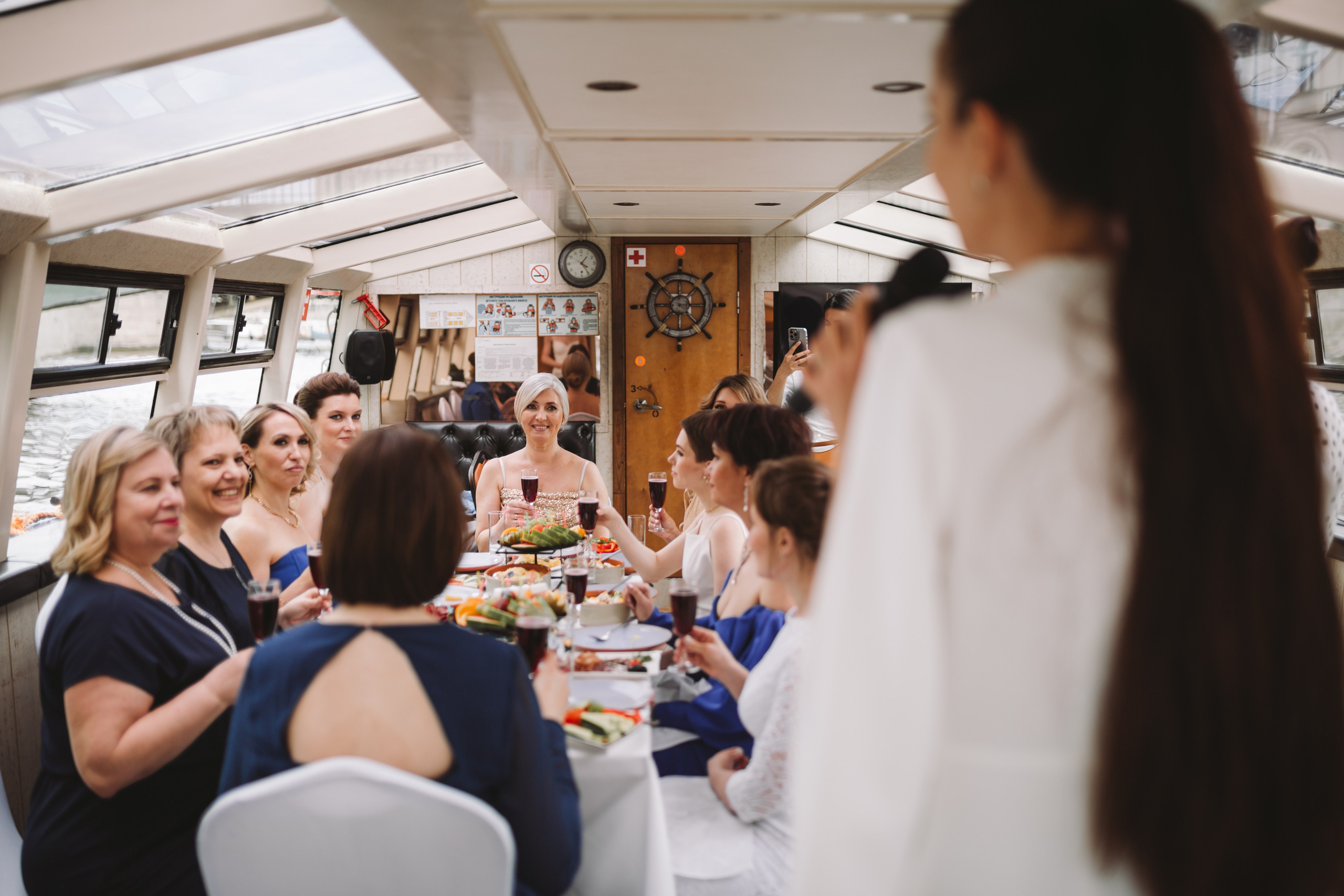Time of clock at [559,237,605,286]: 1:24
